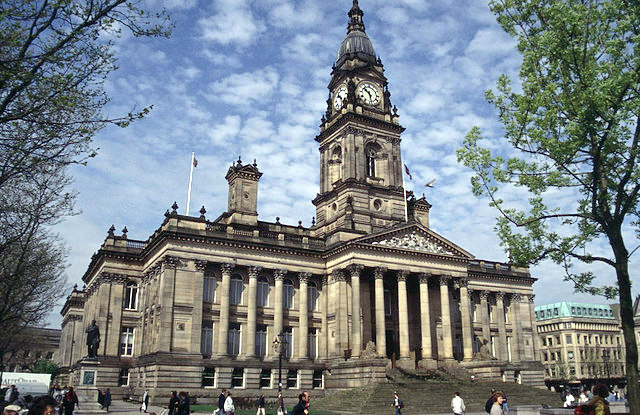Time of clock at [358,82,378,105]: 10:28
